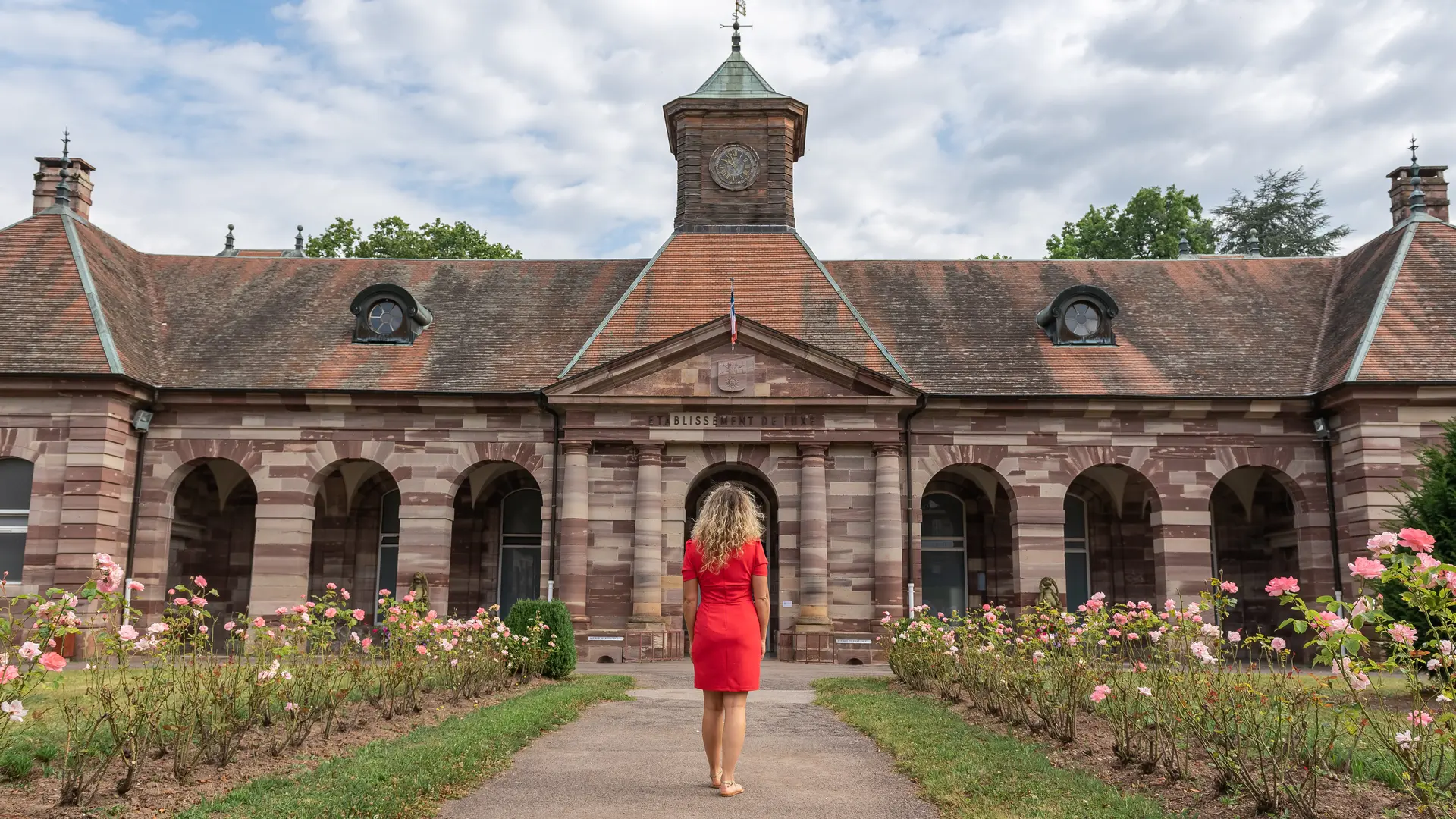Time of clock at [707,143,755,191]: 9:57
